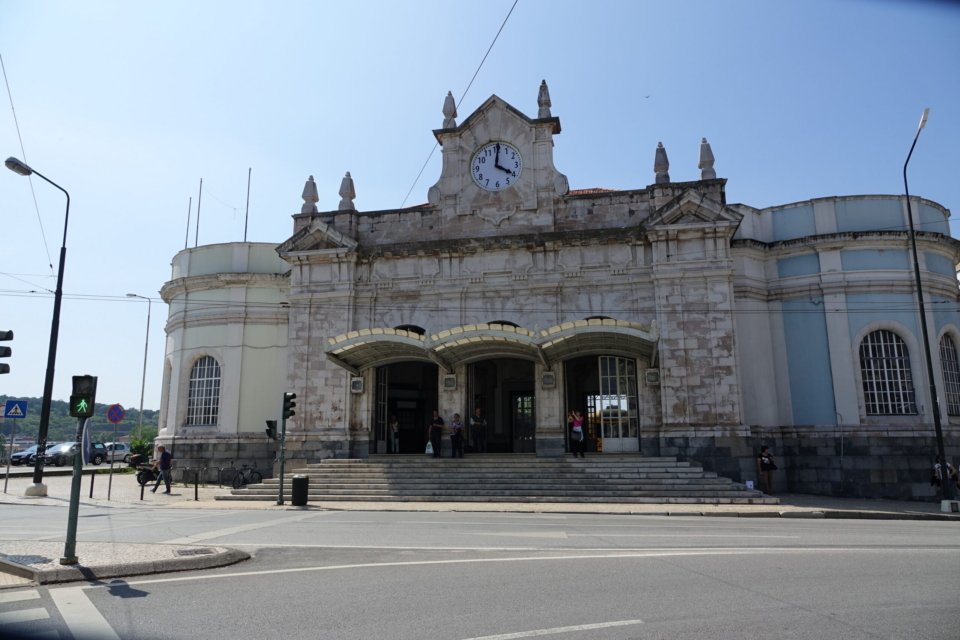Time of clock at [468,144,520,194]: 4:01
